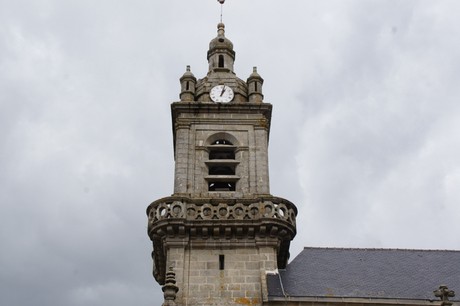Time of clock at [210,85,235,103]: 1:02
